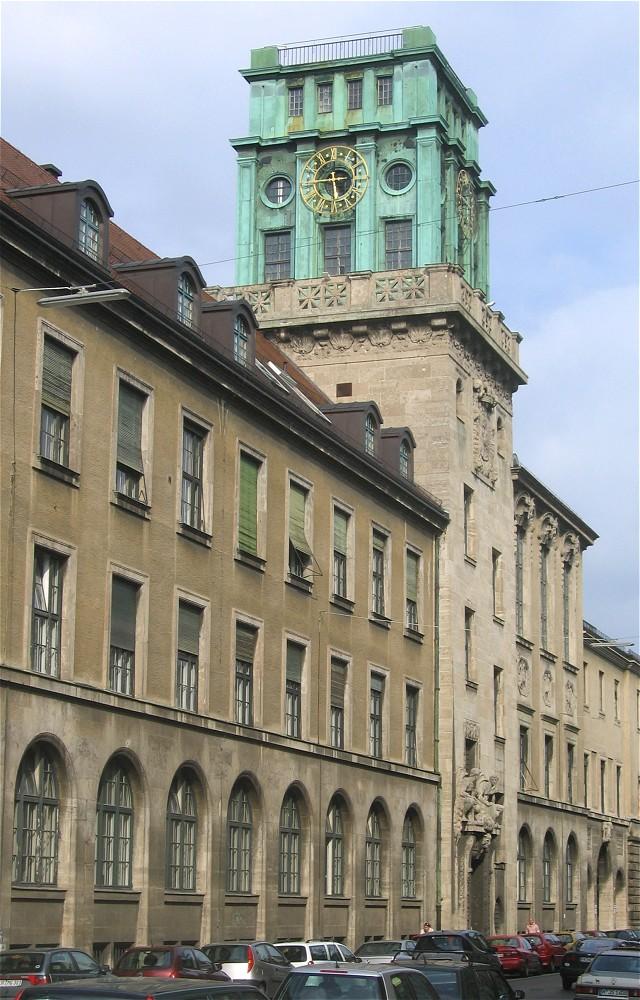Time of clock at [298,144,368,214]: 5:45
